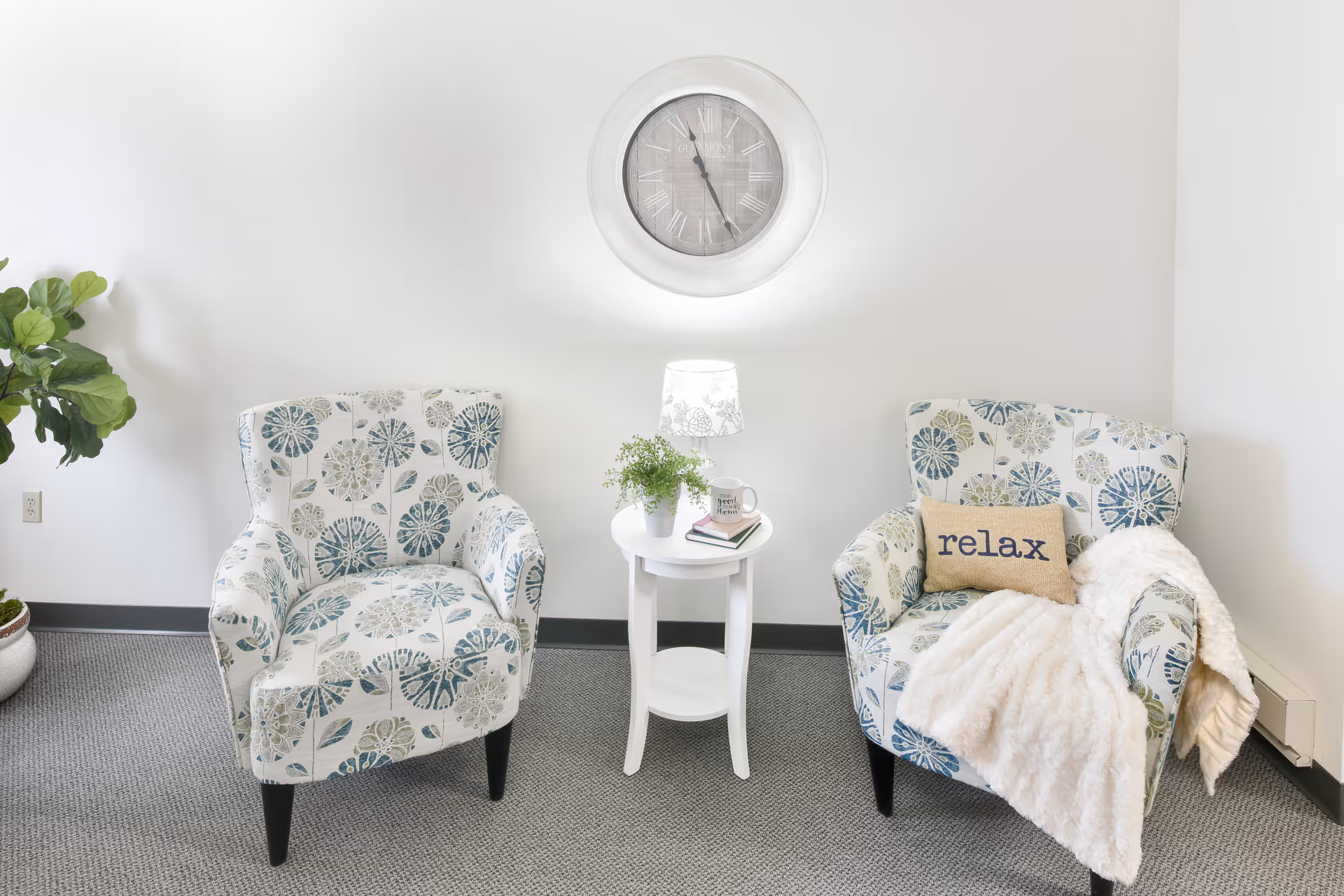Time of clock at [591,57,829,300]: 11:25
